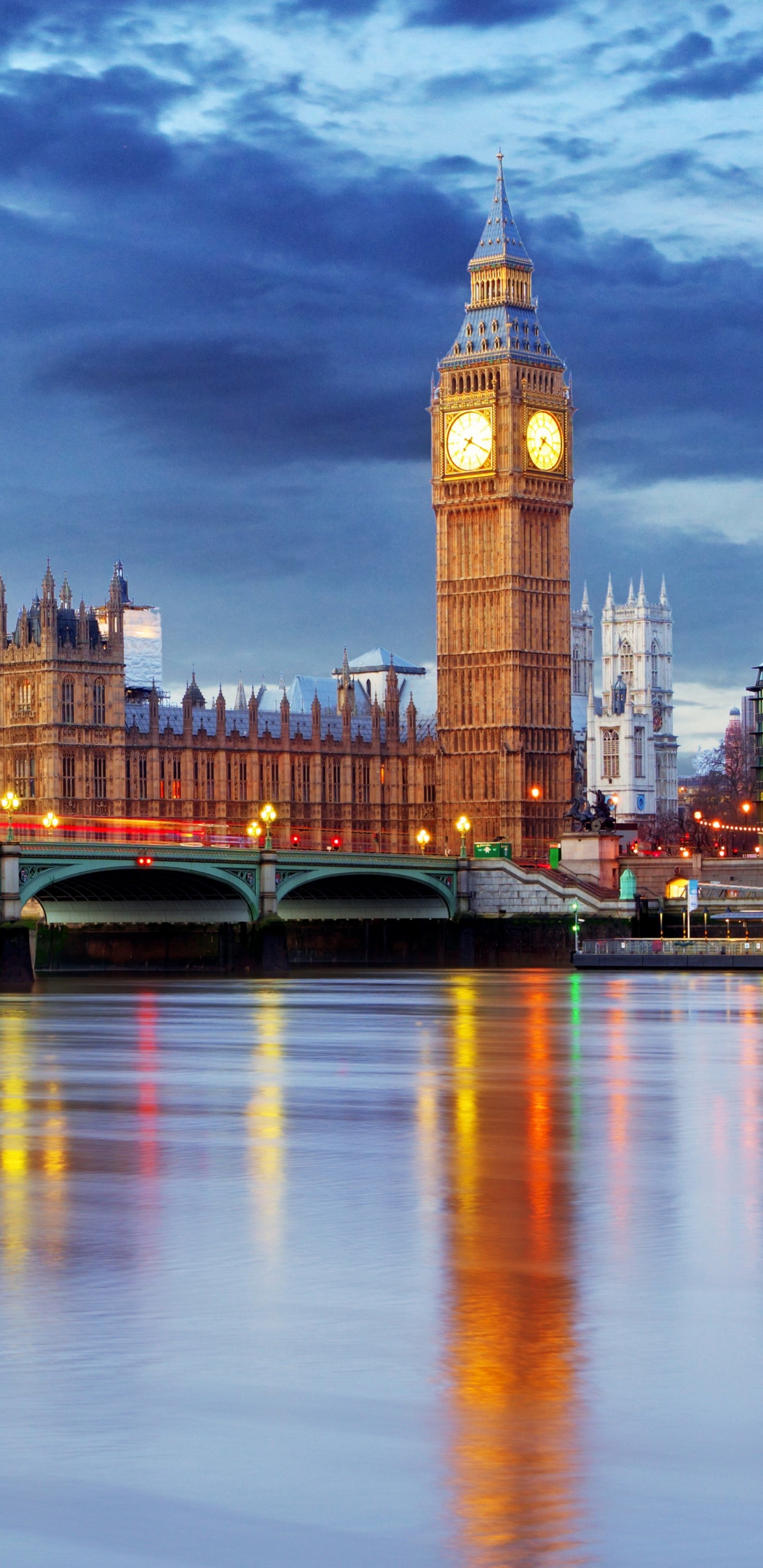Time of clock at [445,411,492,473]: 7:19
